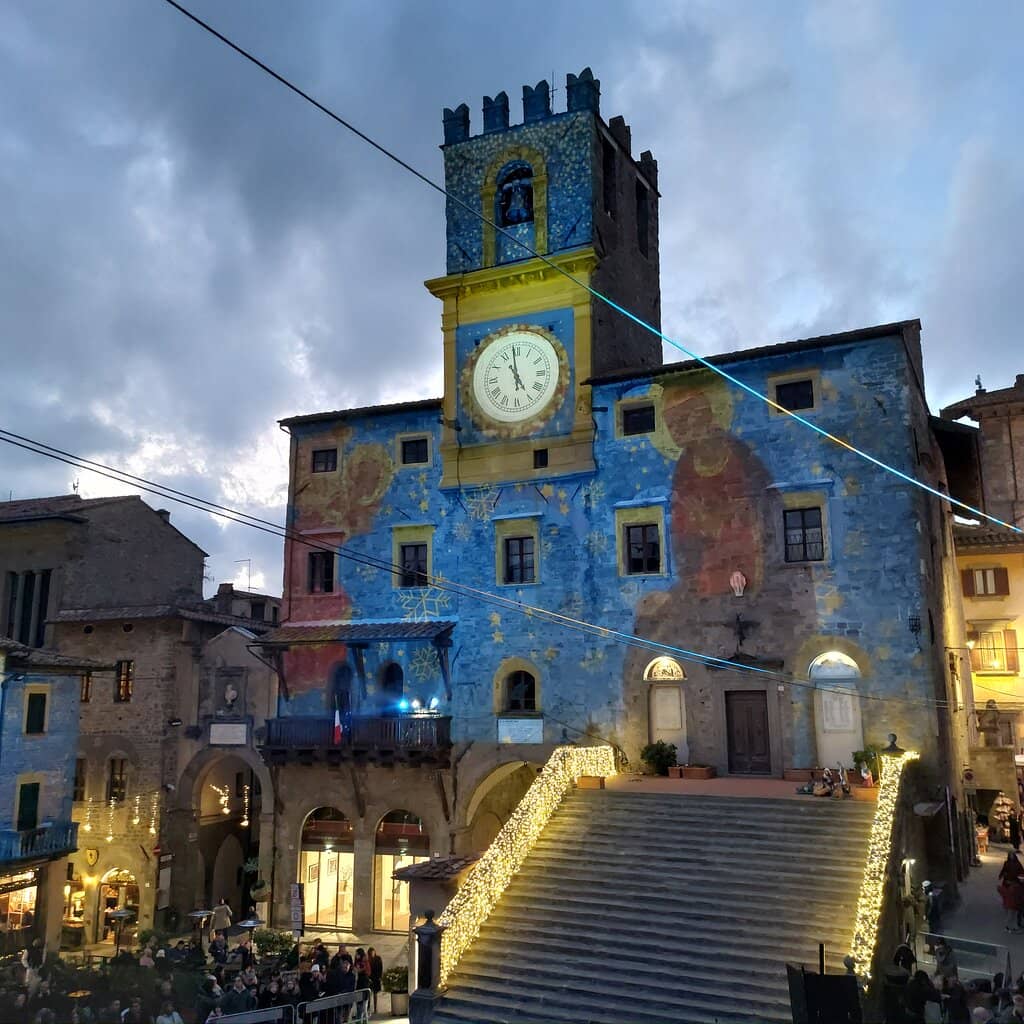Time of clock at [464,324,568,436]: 4:59
